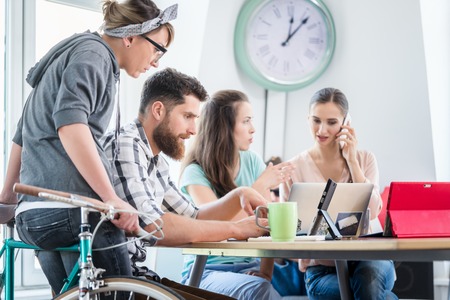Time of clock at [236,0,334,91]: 12:06
